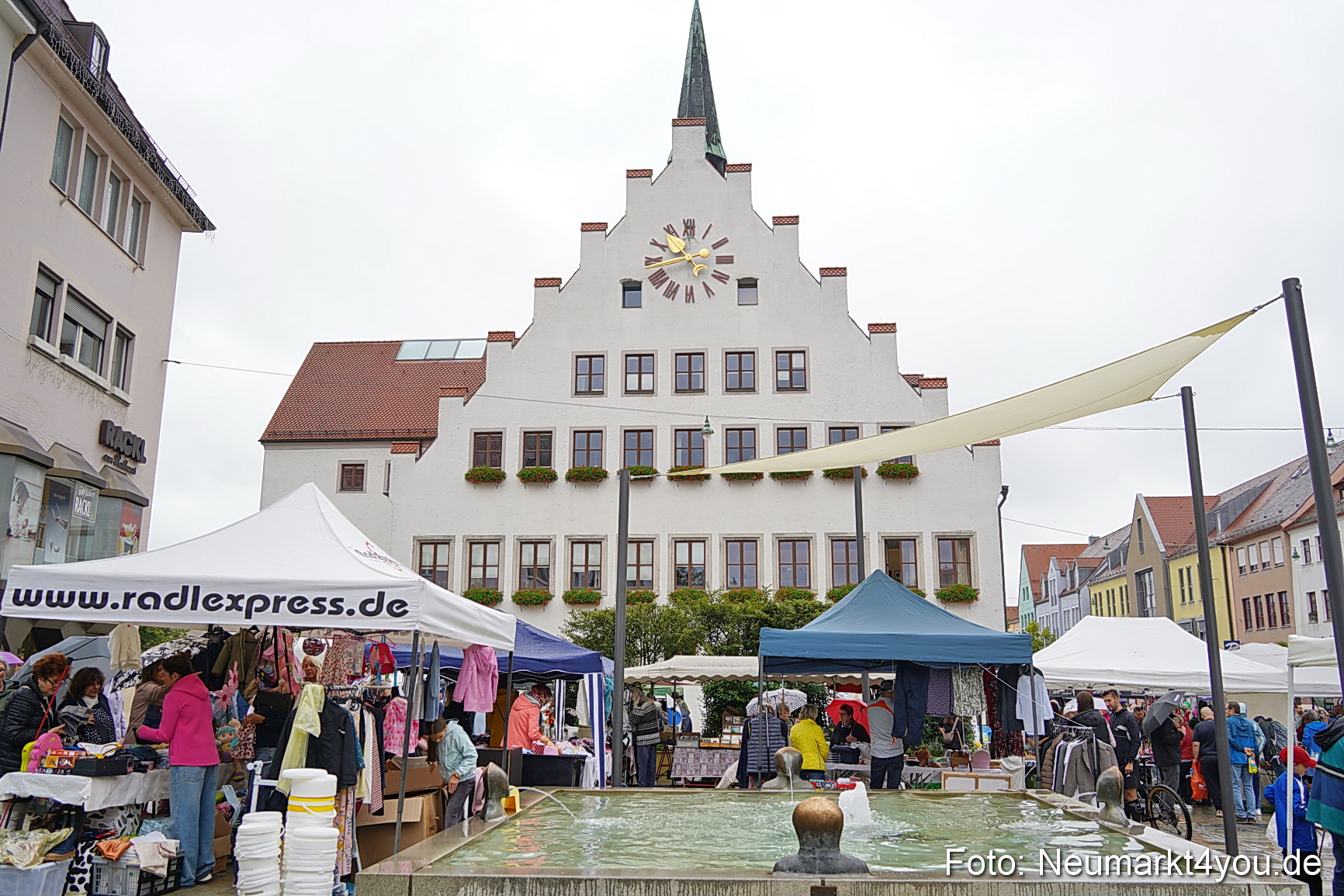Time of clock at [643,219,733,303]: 10:42
